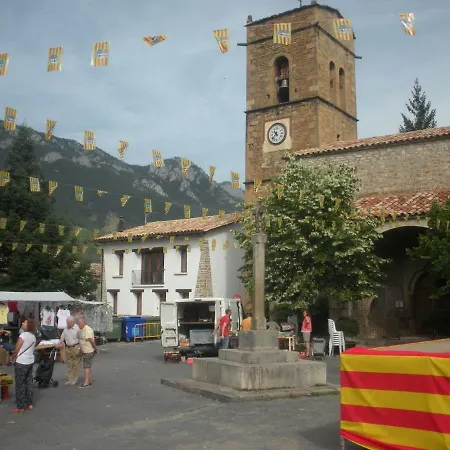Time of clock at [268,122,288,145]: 10:37
